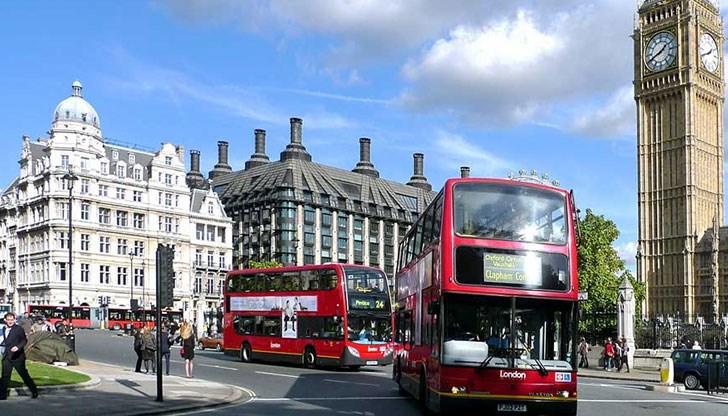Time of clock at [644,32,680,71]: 1:41
